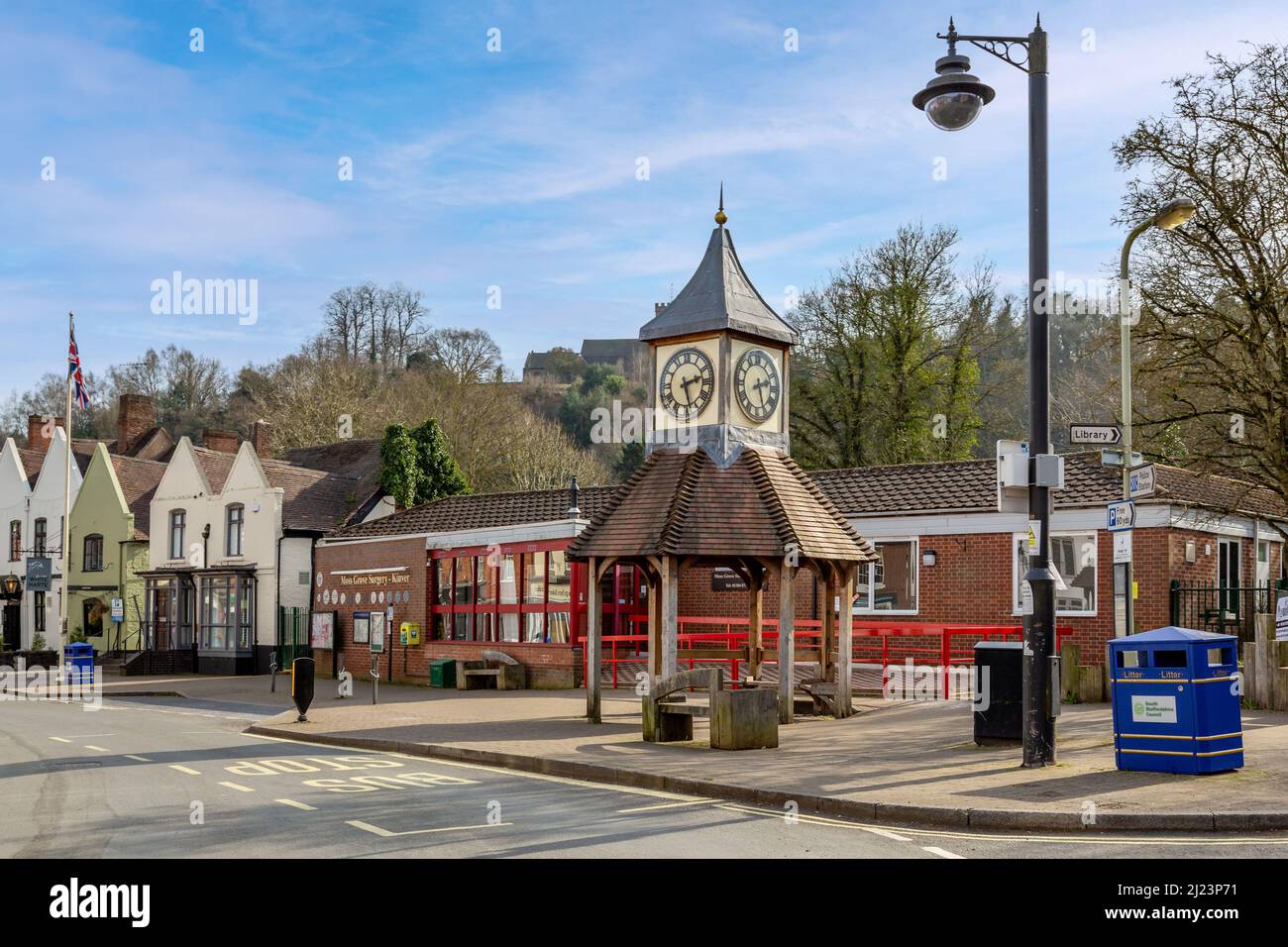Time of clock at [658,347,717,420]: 2:27
